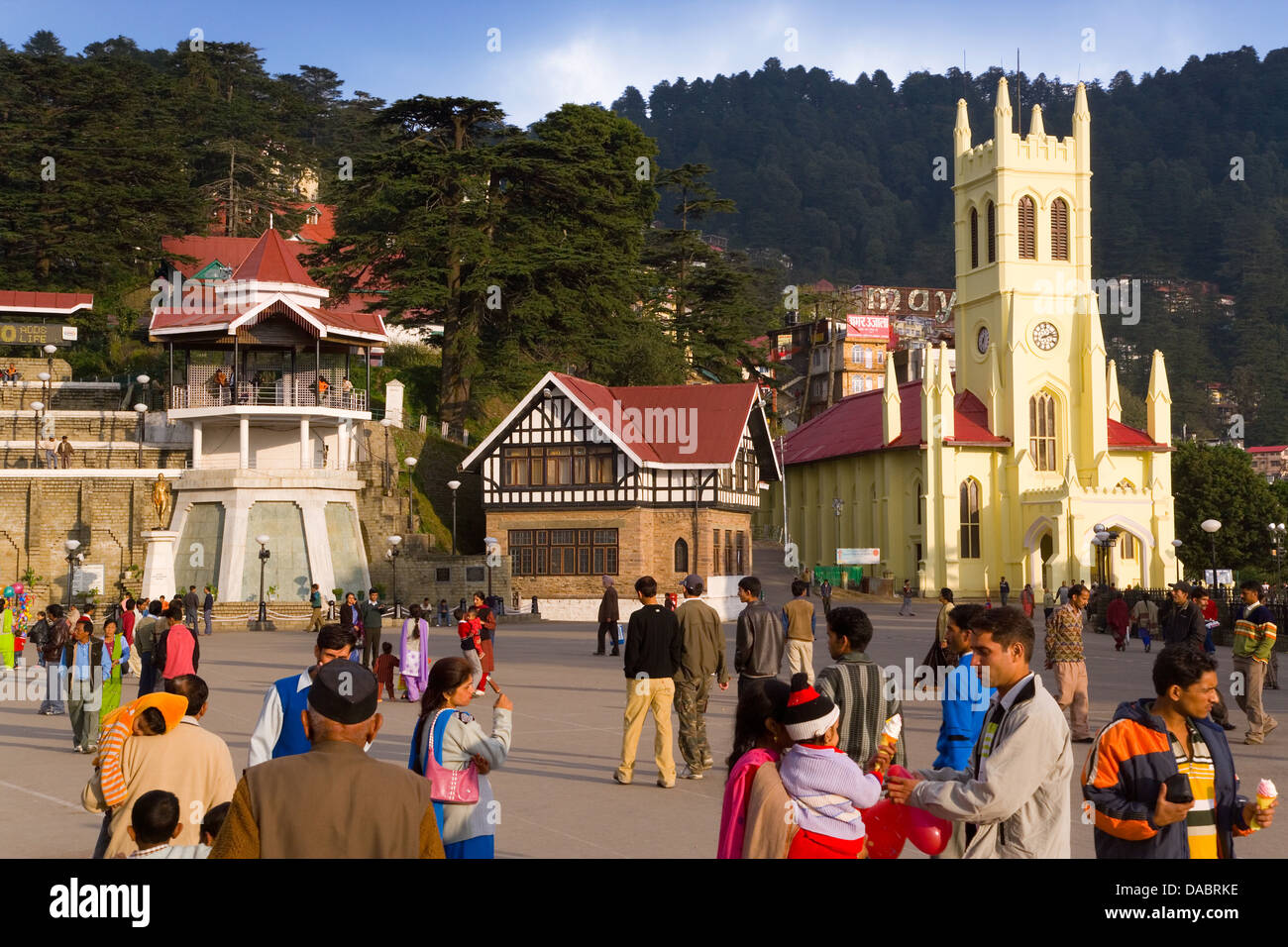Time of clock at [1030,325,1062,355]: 2:12
